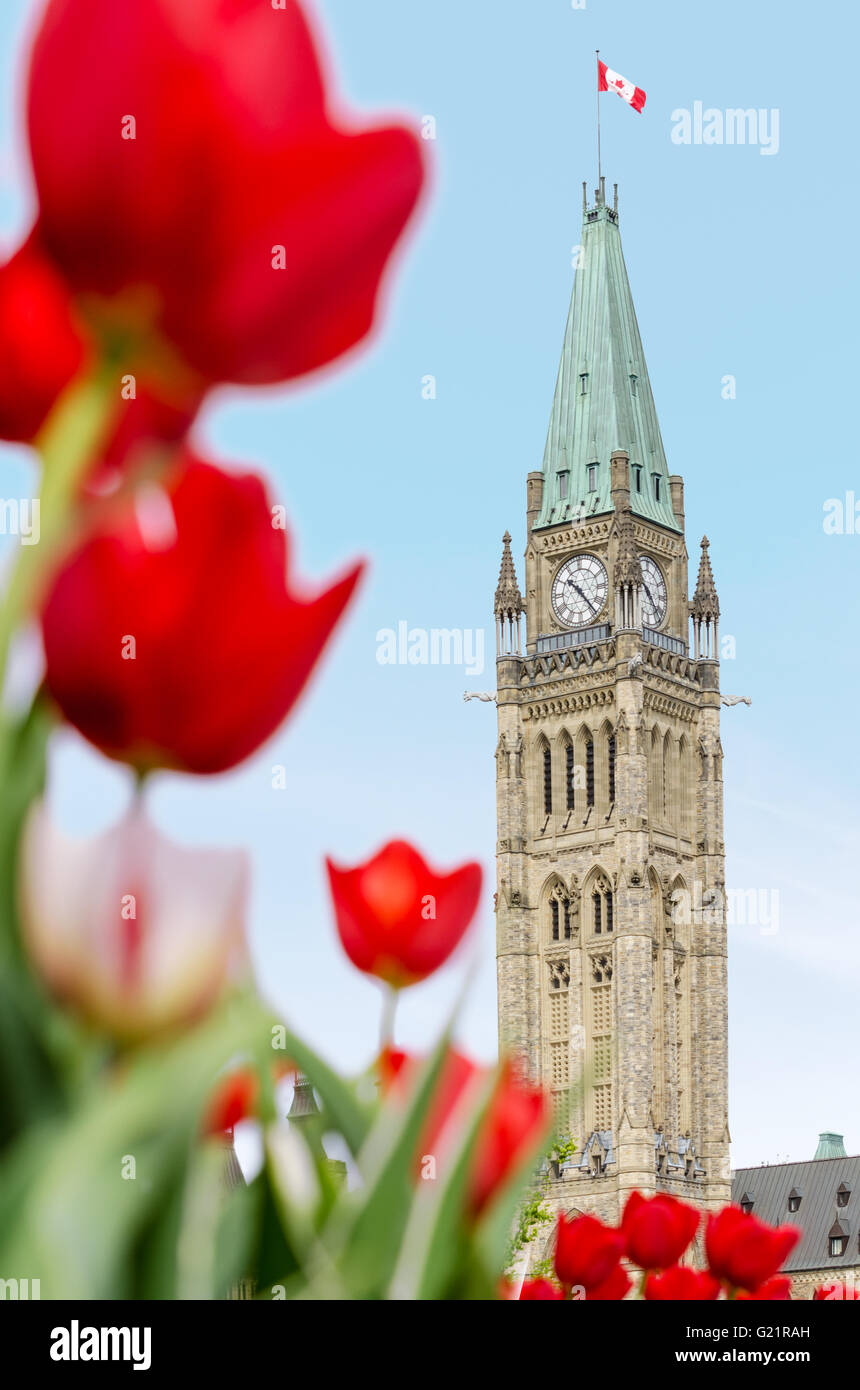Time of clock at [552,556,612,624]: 10:23
